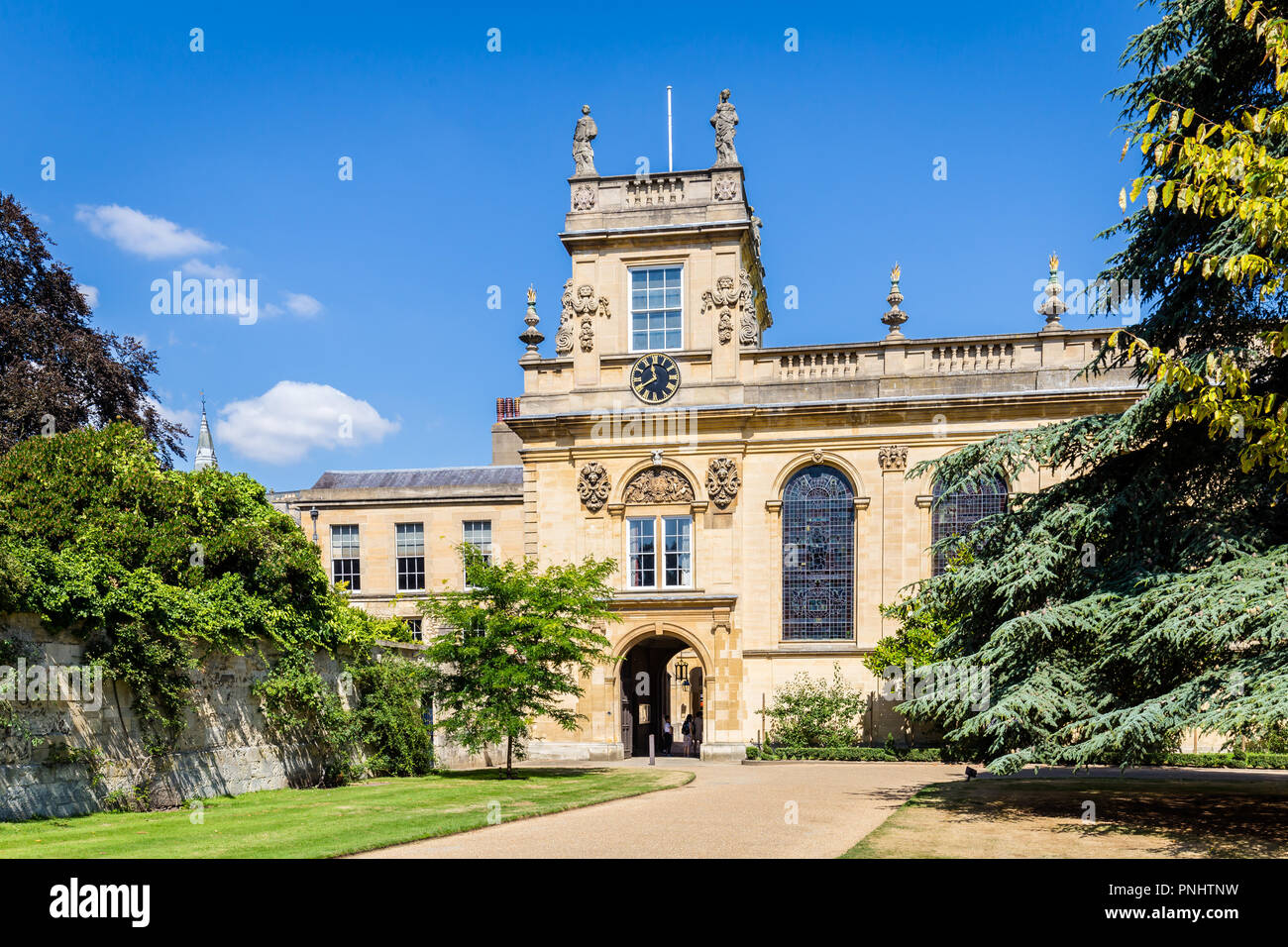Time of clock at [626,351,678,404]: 11:40
